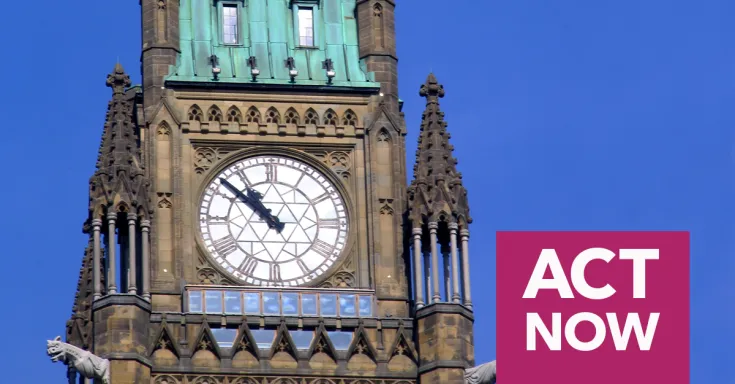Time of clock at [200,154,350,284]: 10:51
